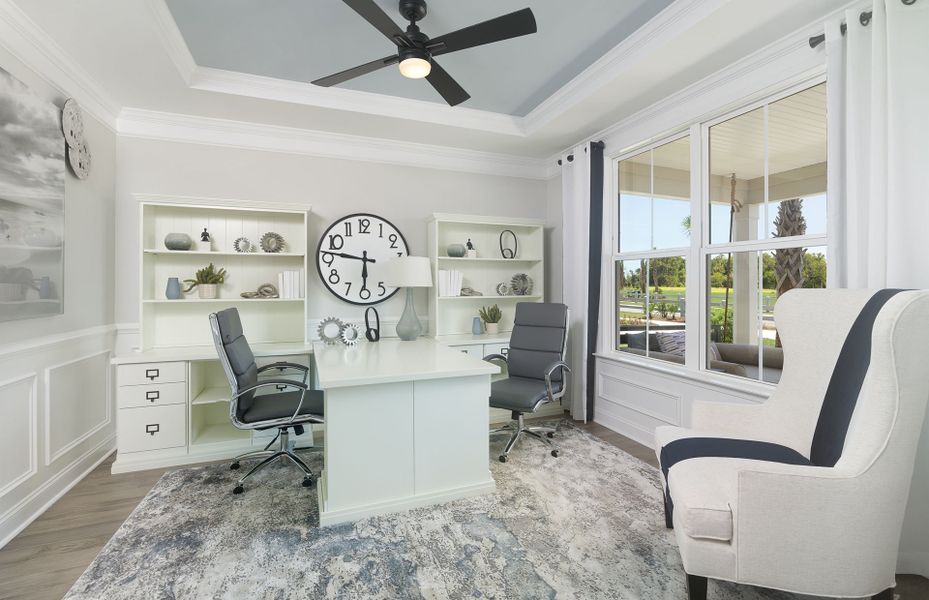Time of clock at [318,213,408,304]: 5:46
